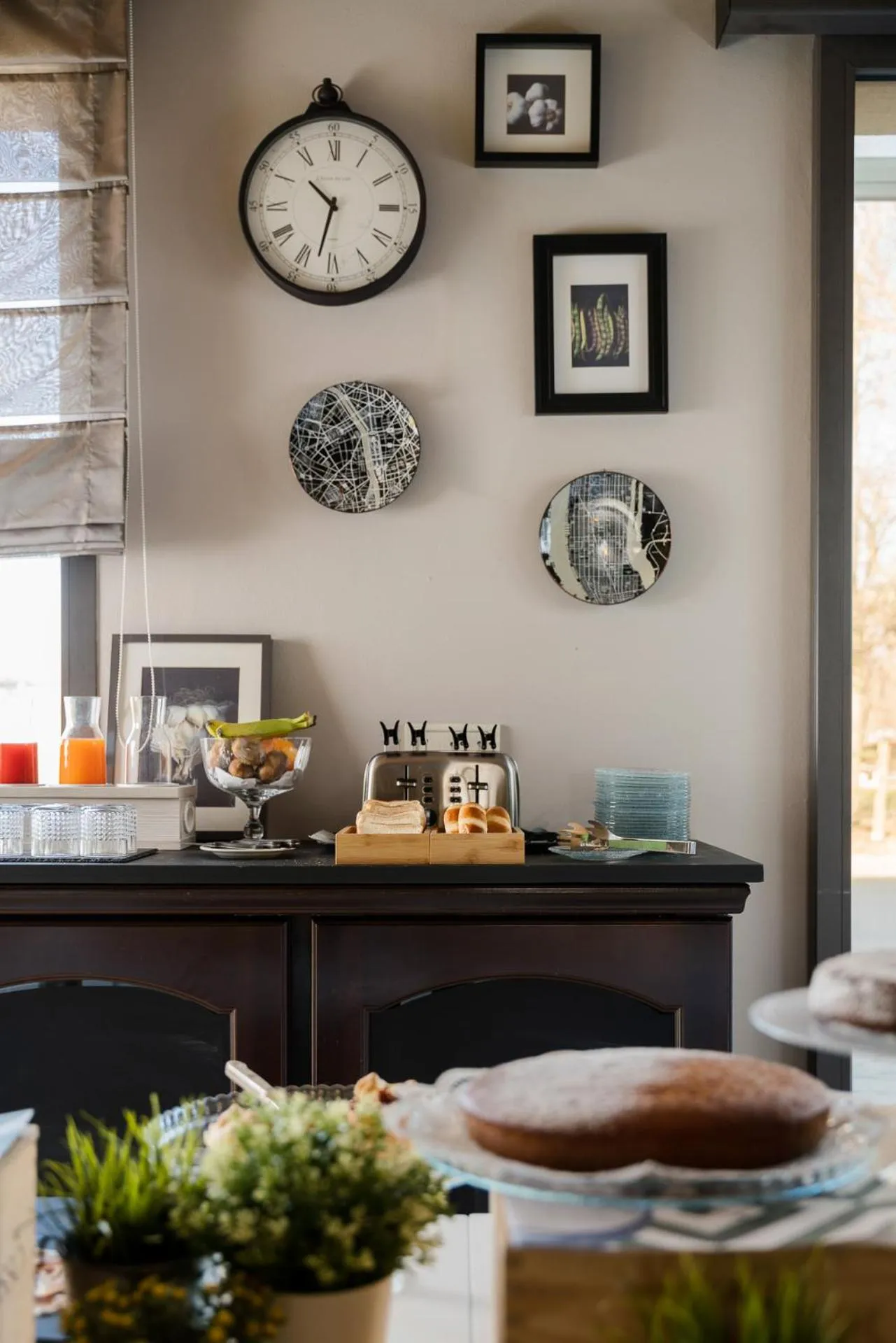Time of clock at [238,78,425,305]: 10:32
